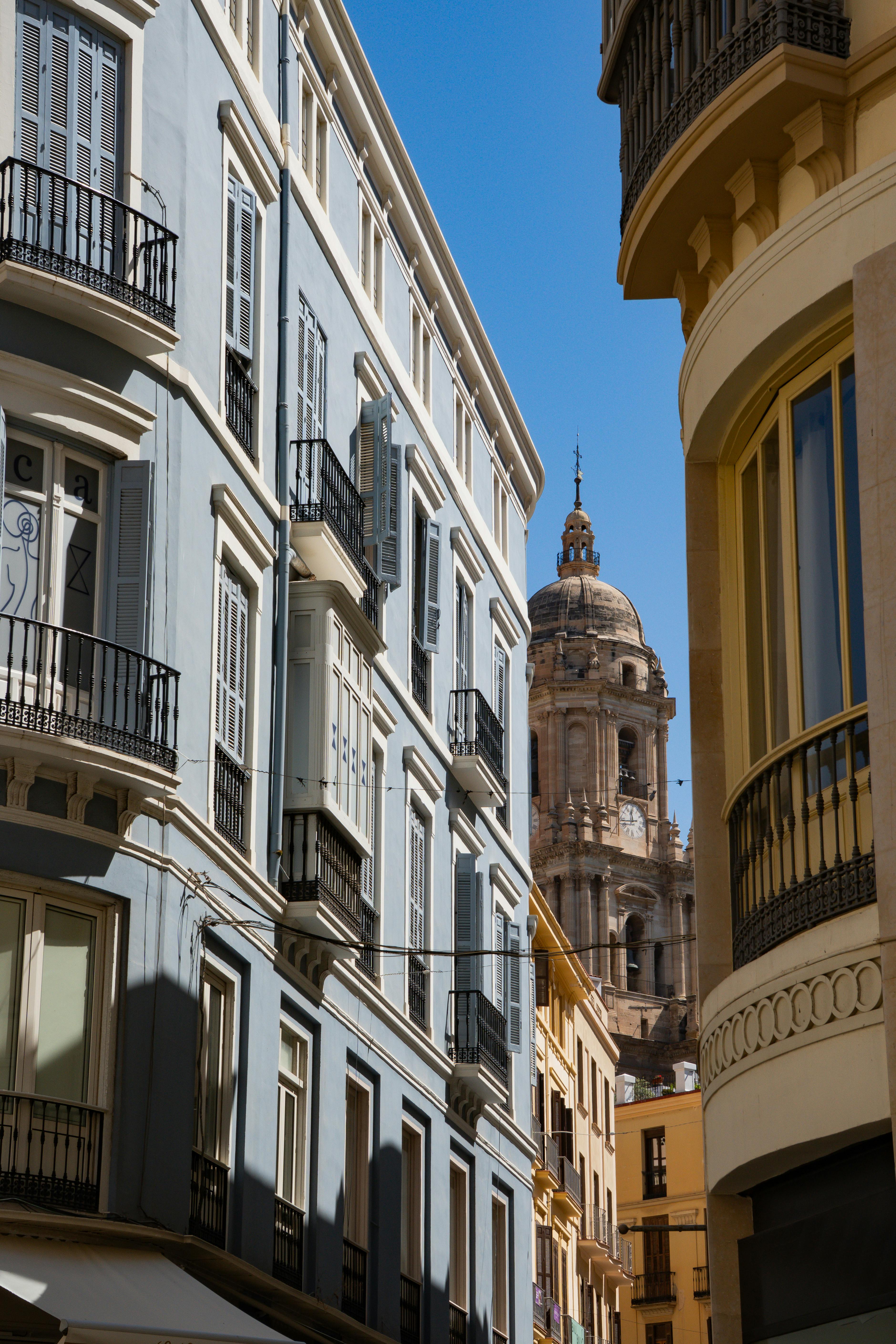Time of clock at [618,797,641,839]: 11:43
